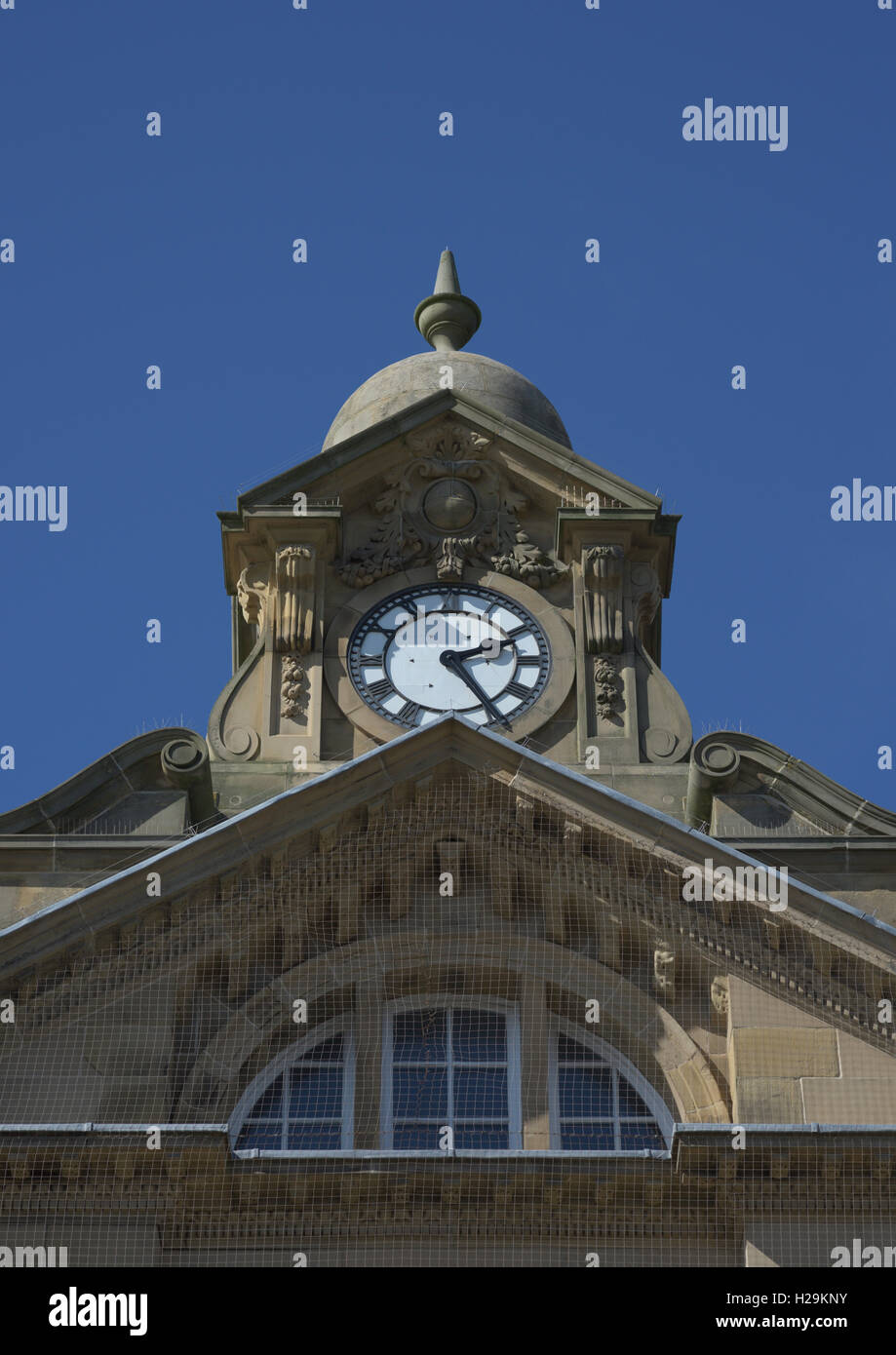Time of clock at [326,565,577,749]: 2:24
